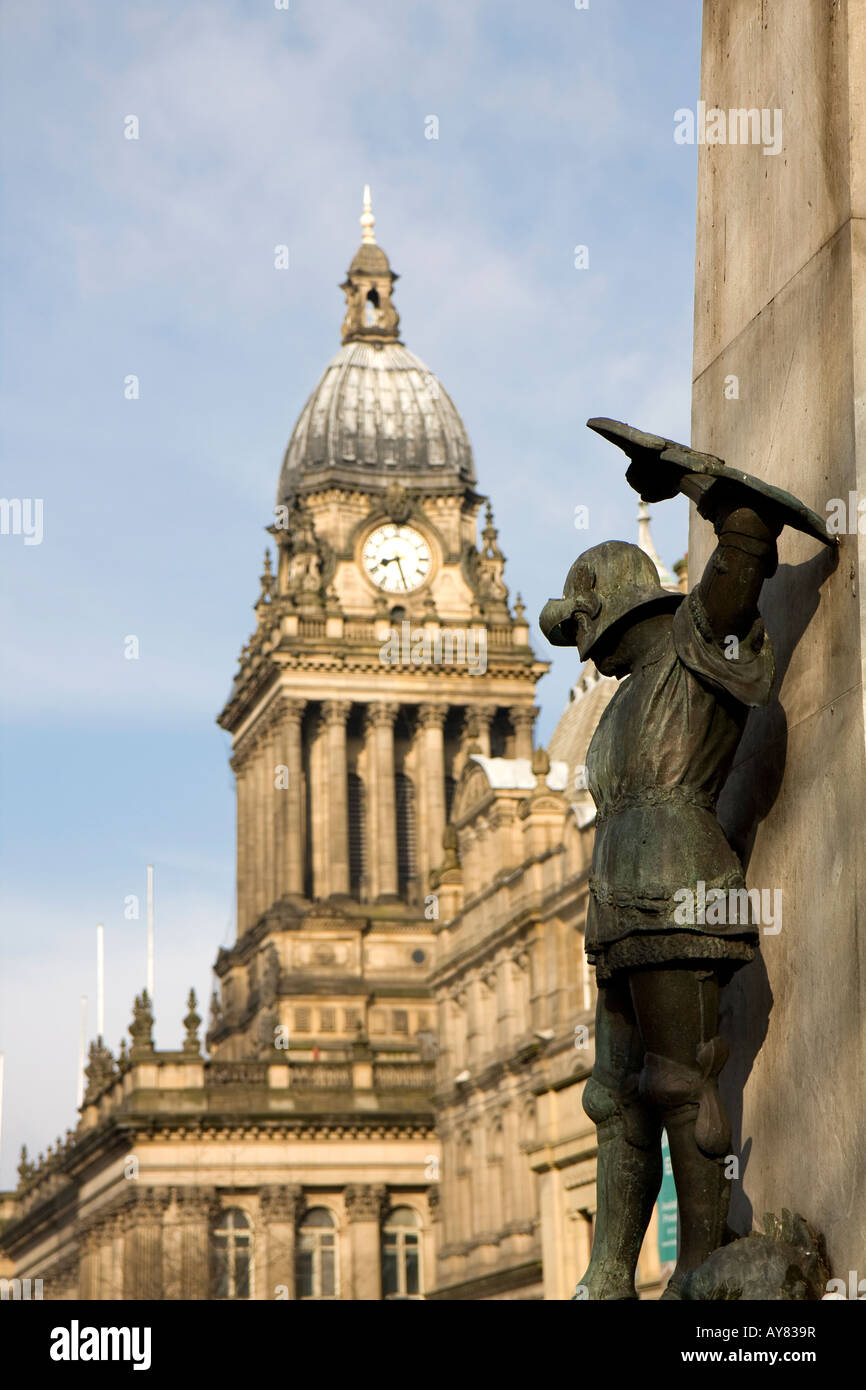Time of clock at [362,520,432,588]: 8:27
